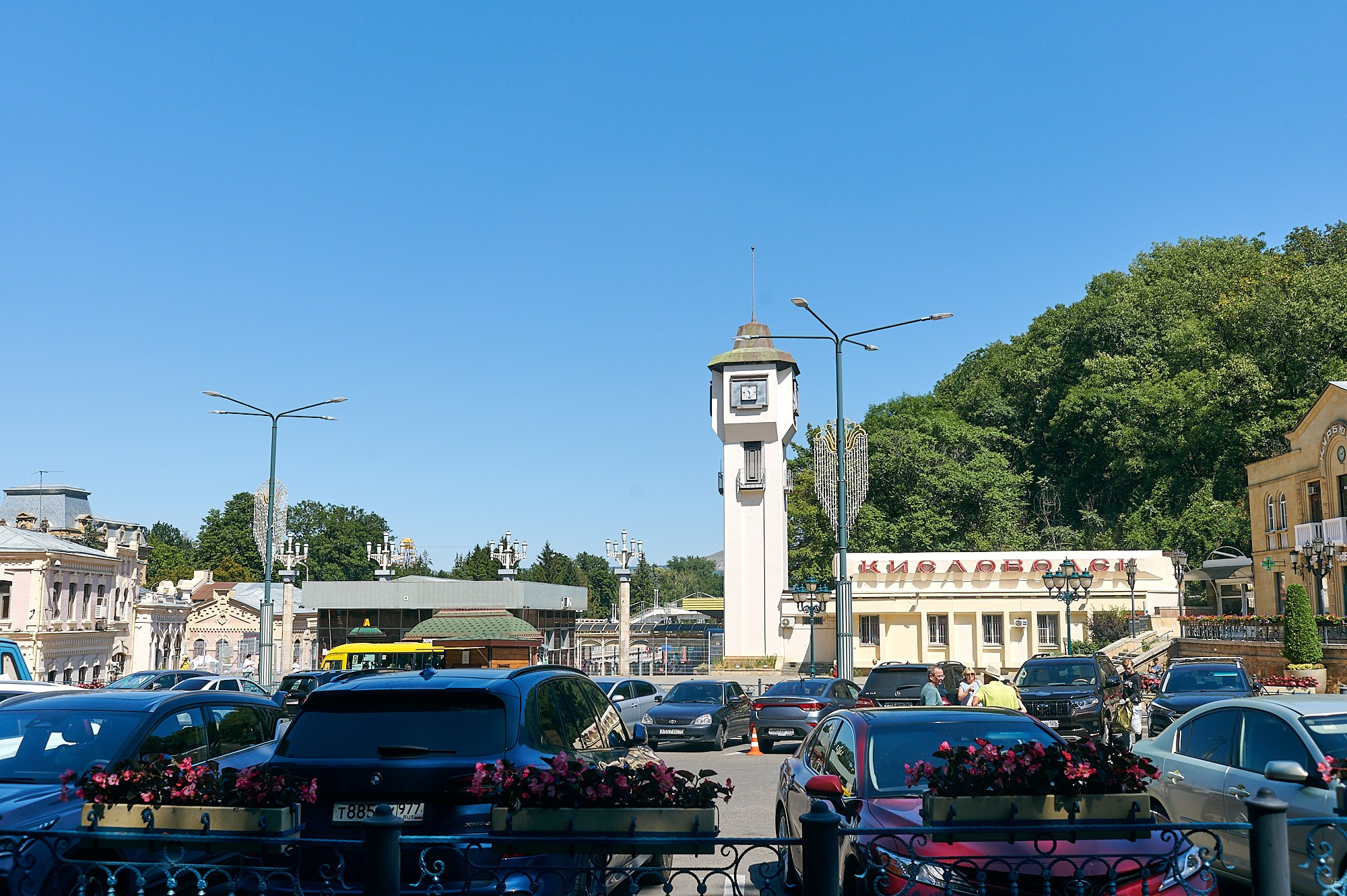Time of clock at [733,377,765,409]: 10:28
